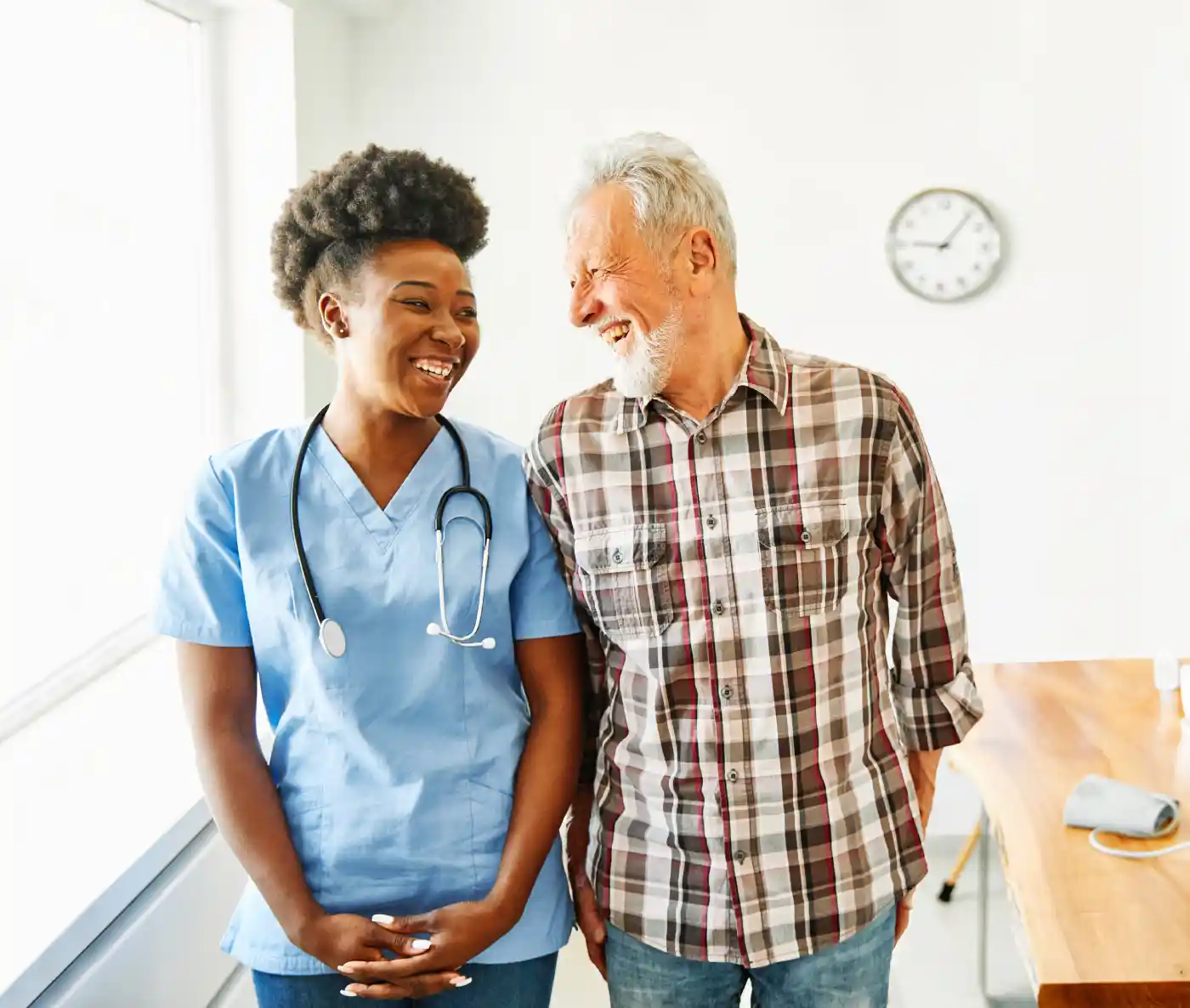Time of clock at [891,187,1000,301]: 9:06
